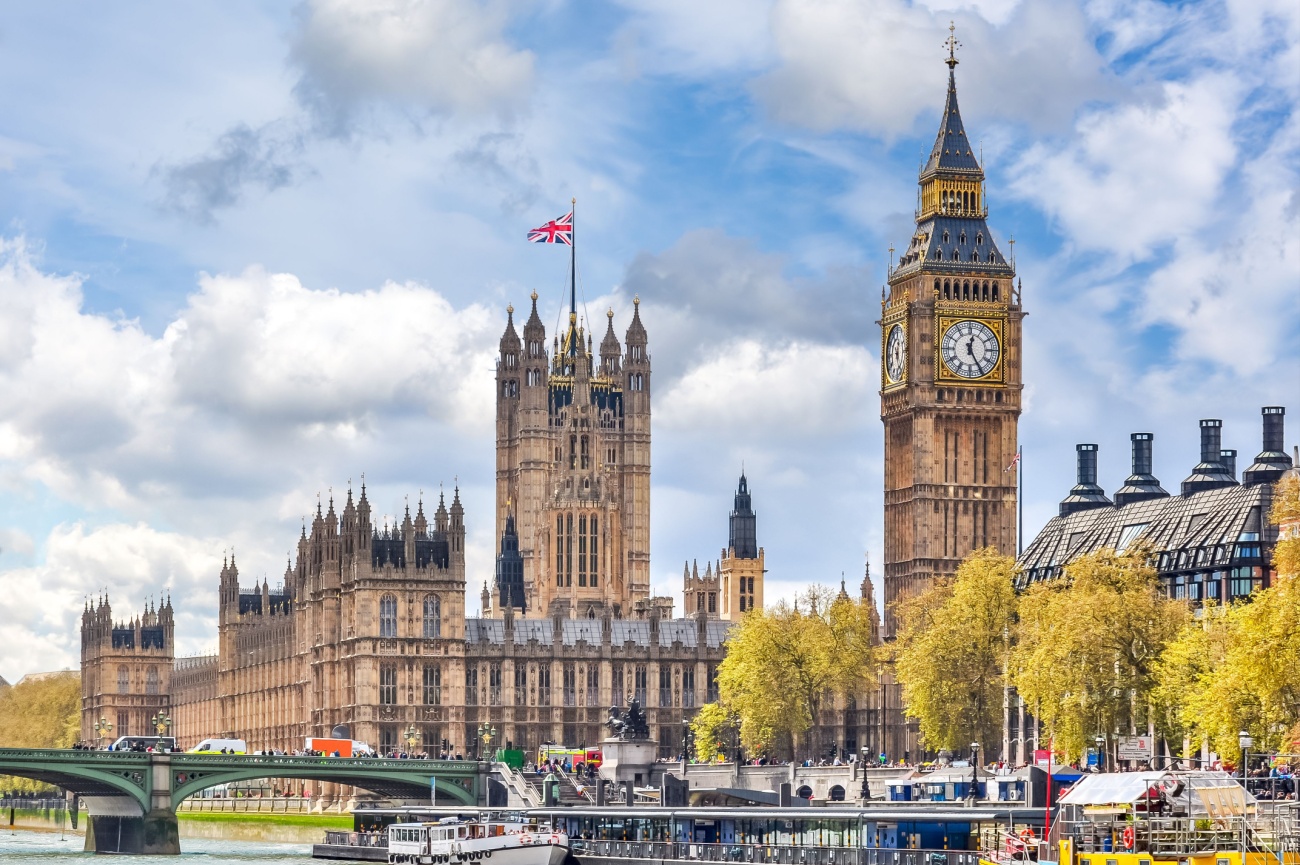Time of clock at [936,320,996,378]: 12:25
